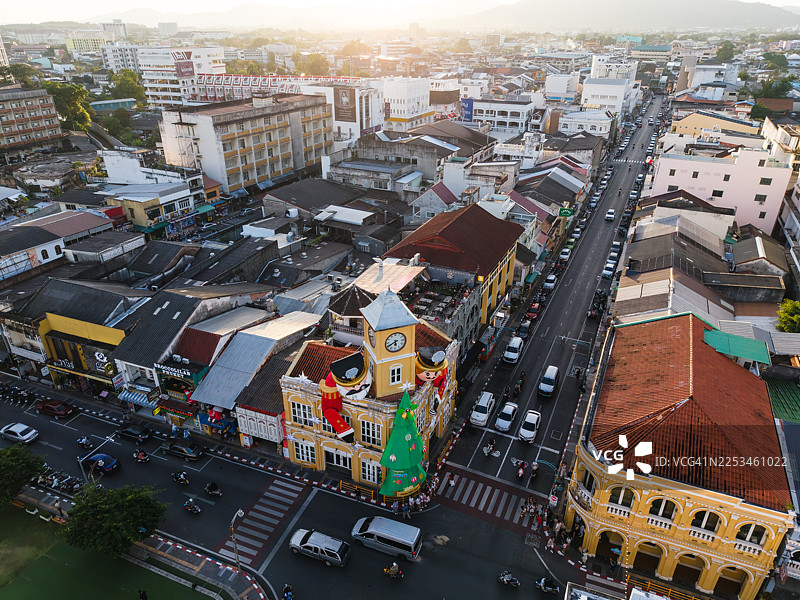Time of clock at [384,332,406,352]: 5:40
